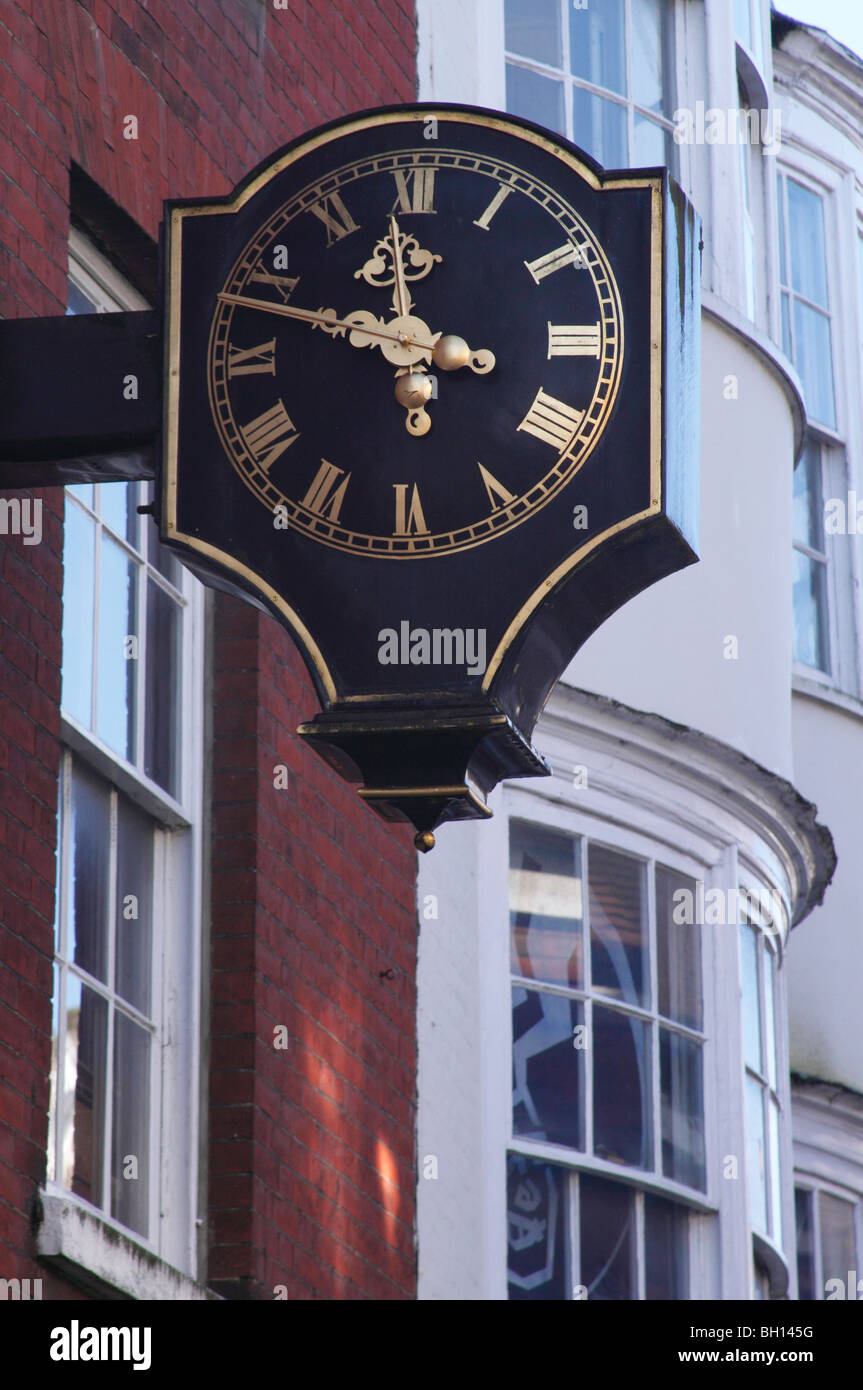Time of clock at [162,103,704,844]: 11:47
